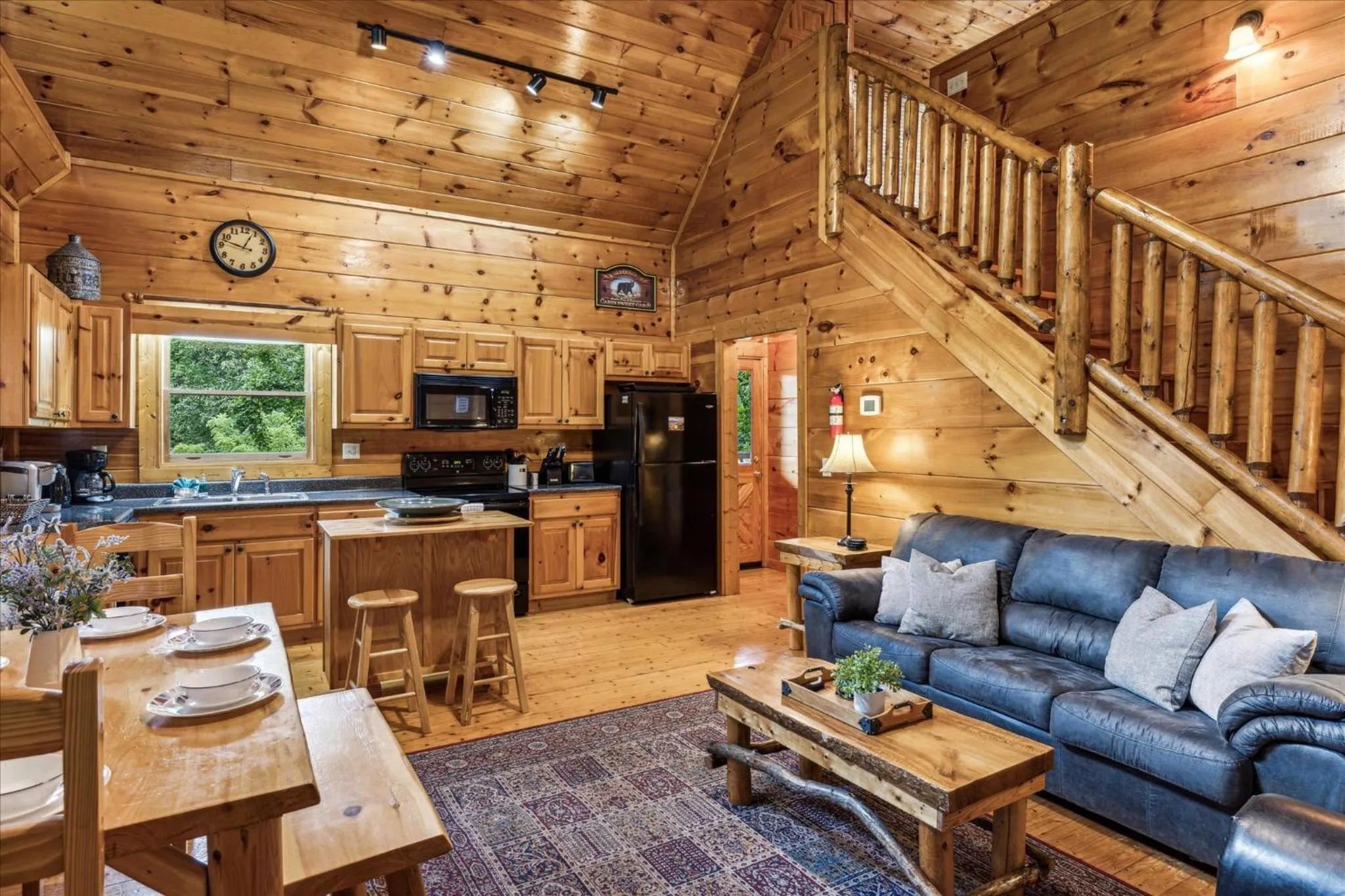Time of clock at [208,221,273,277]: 12:47
